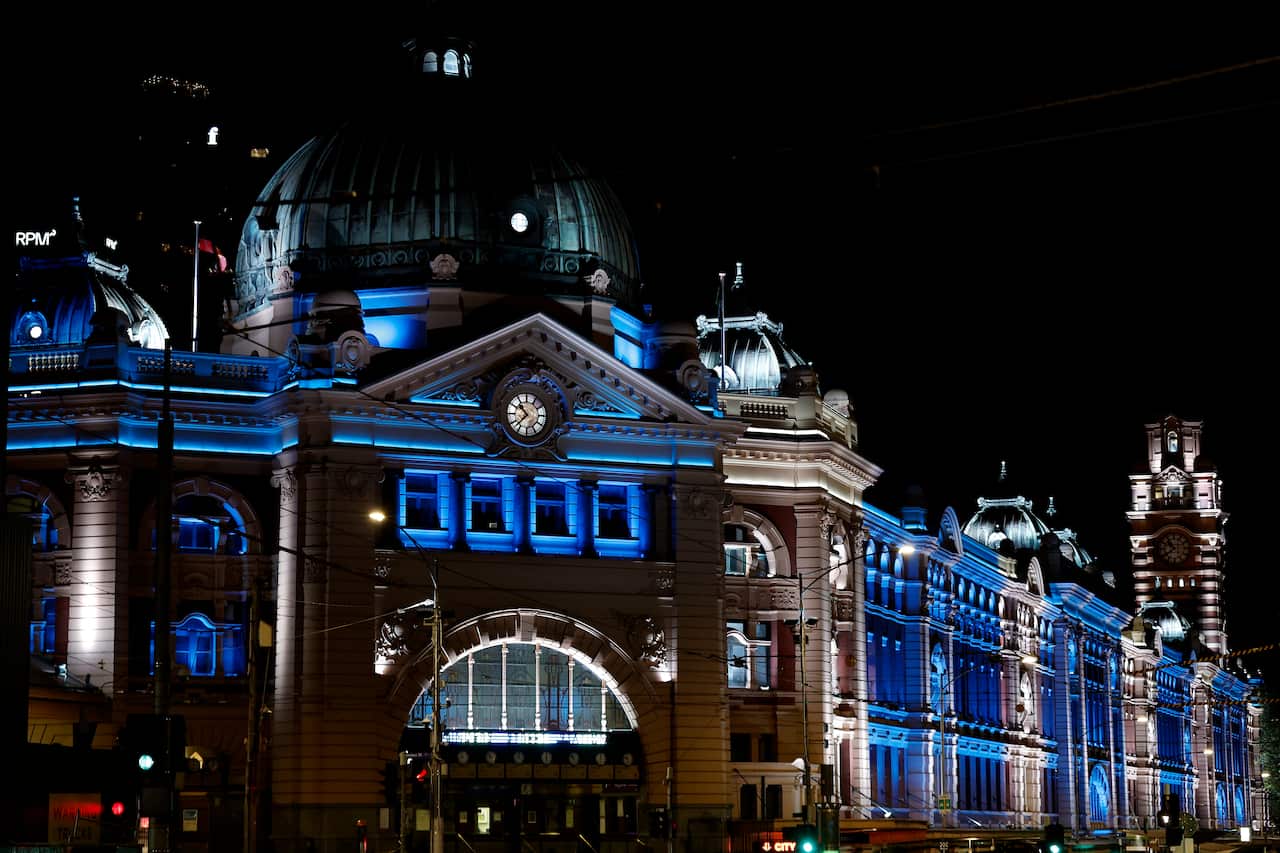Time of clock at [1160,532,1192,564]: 10:39
